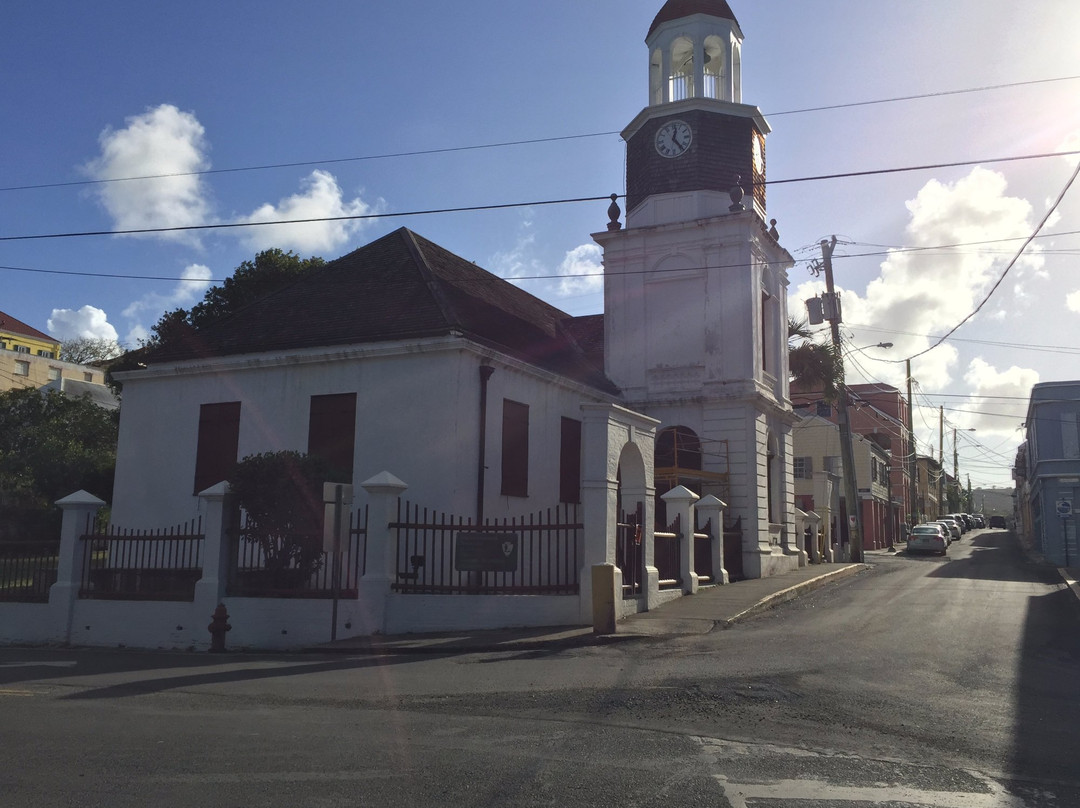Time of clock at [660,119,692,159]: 12:23
